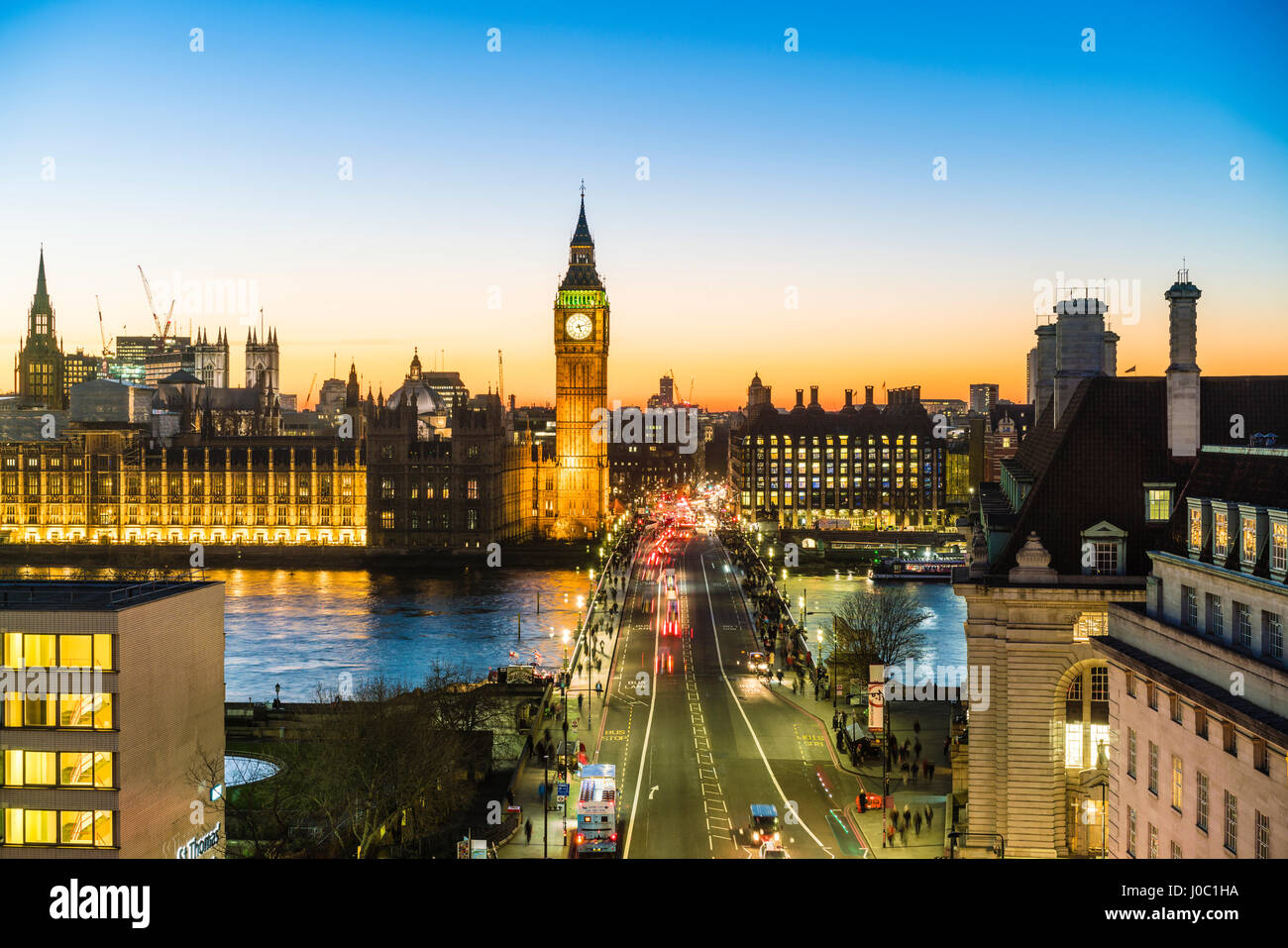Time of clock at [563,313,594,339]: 5:12
